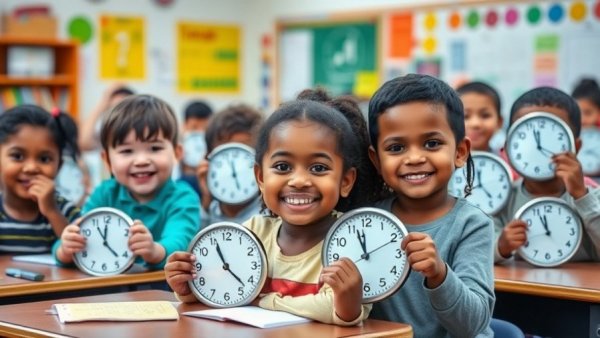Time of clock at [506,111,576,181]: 11:19
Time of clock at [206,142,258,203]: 11:26
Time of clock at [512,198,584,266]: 11:56
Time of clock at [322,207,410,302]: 11:56
